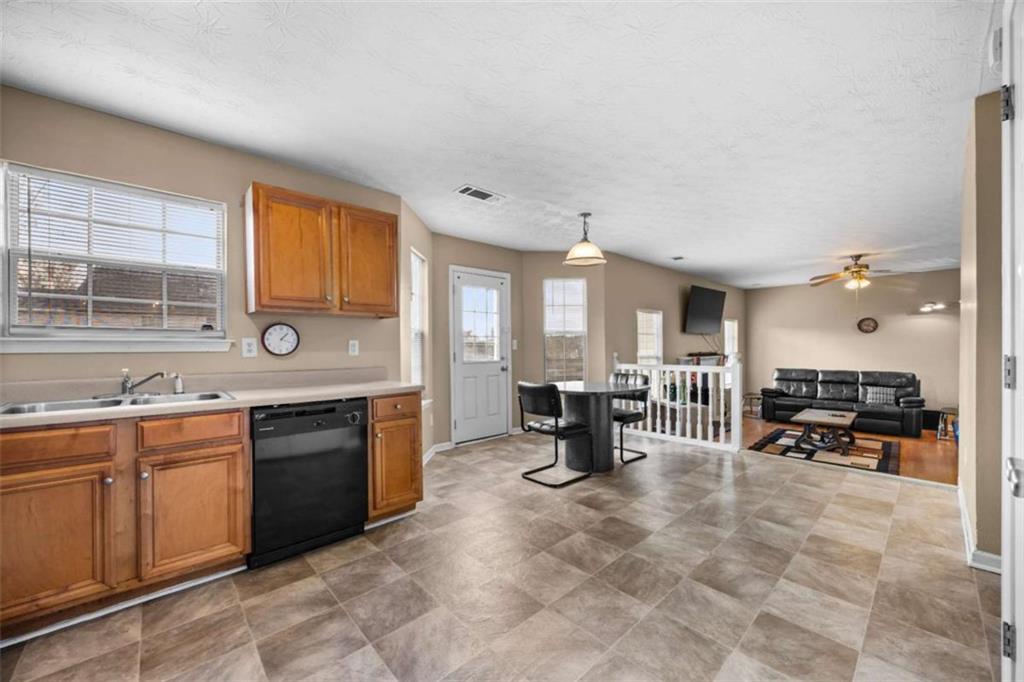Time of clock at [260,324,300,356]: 1:18
